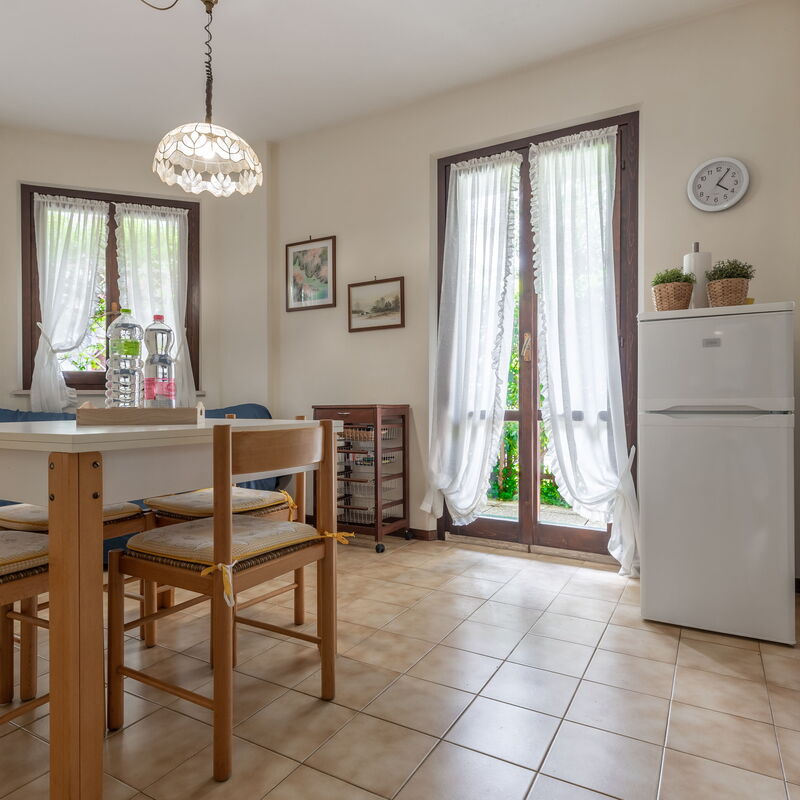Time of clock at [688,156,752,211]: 4:05
